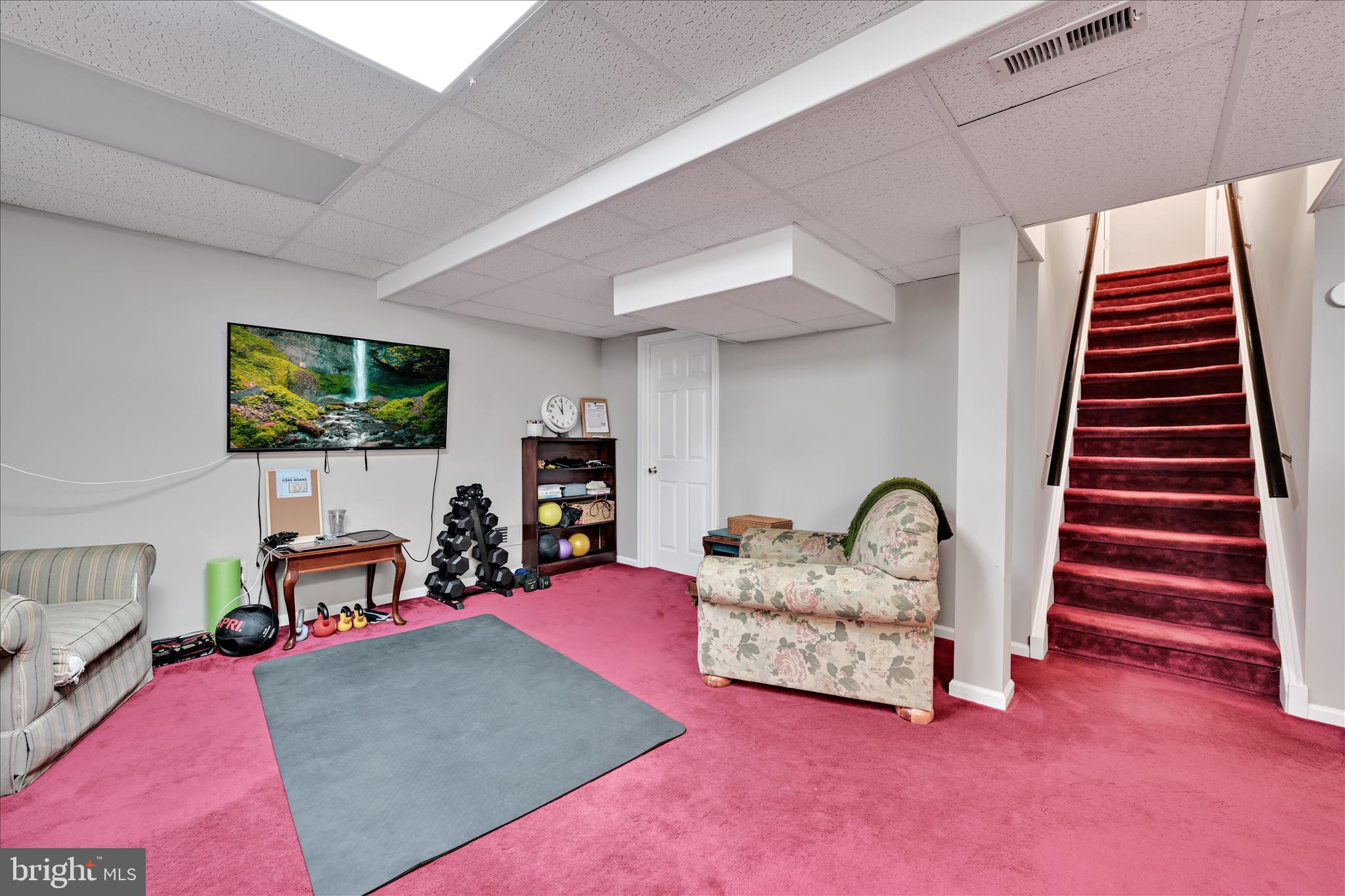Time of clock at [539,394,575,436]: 11:00
